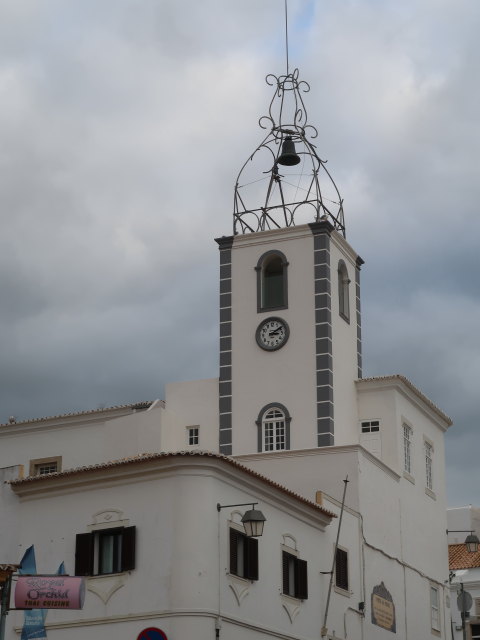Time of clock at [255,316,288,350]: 3:09
